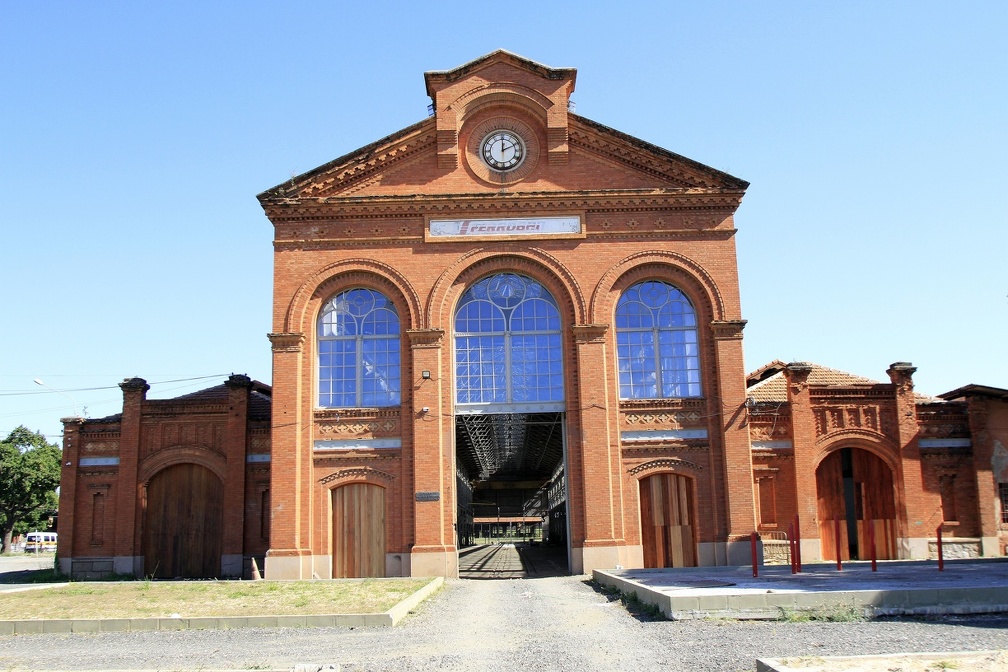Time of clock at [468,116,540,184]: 12:11
